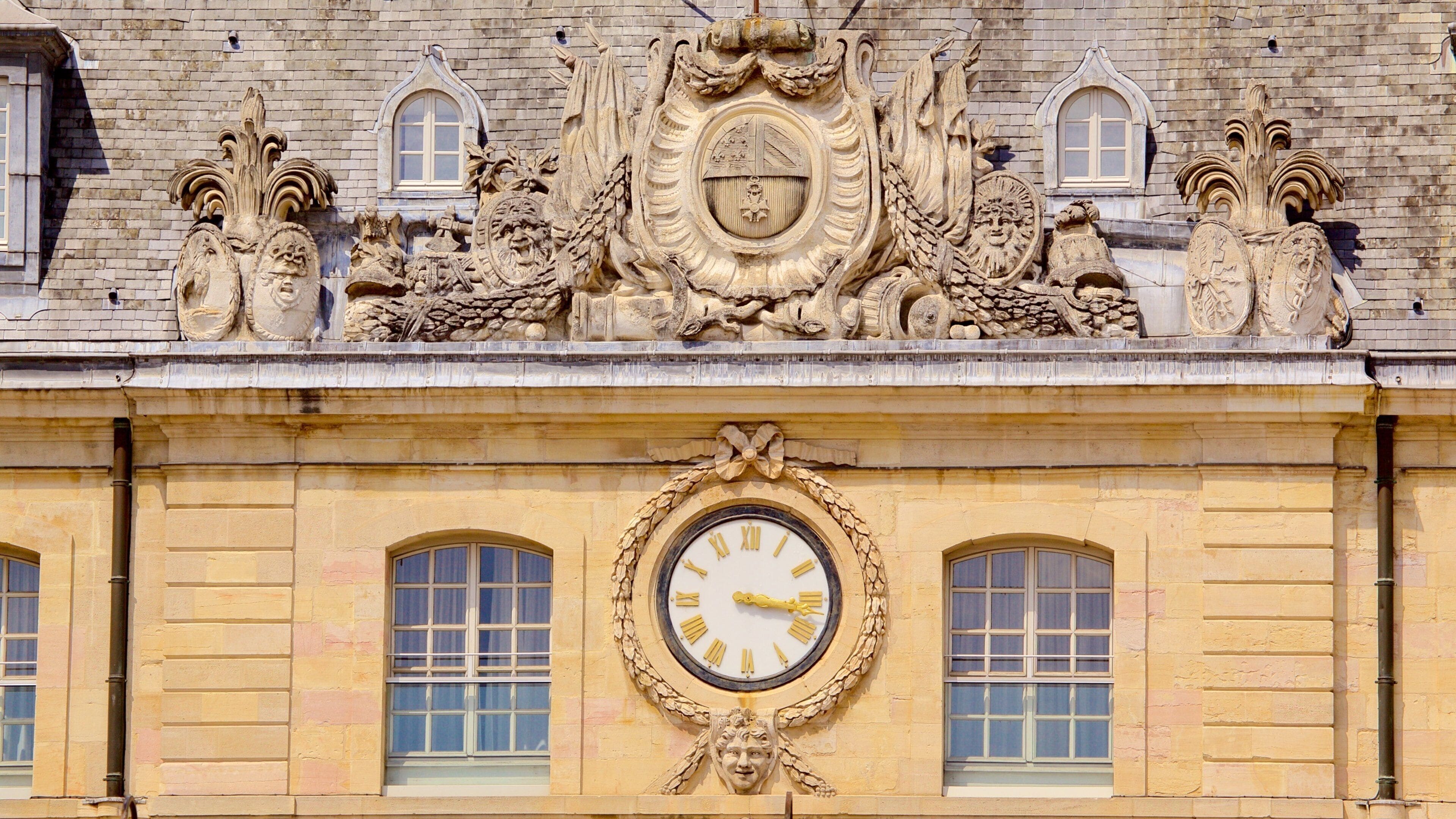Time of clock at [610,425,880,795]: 3:17
